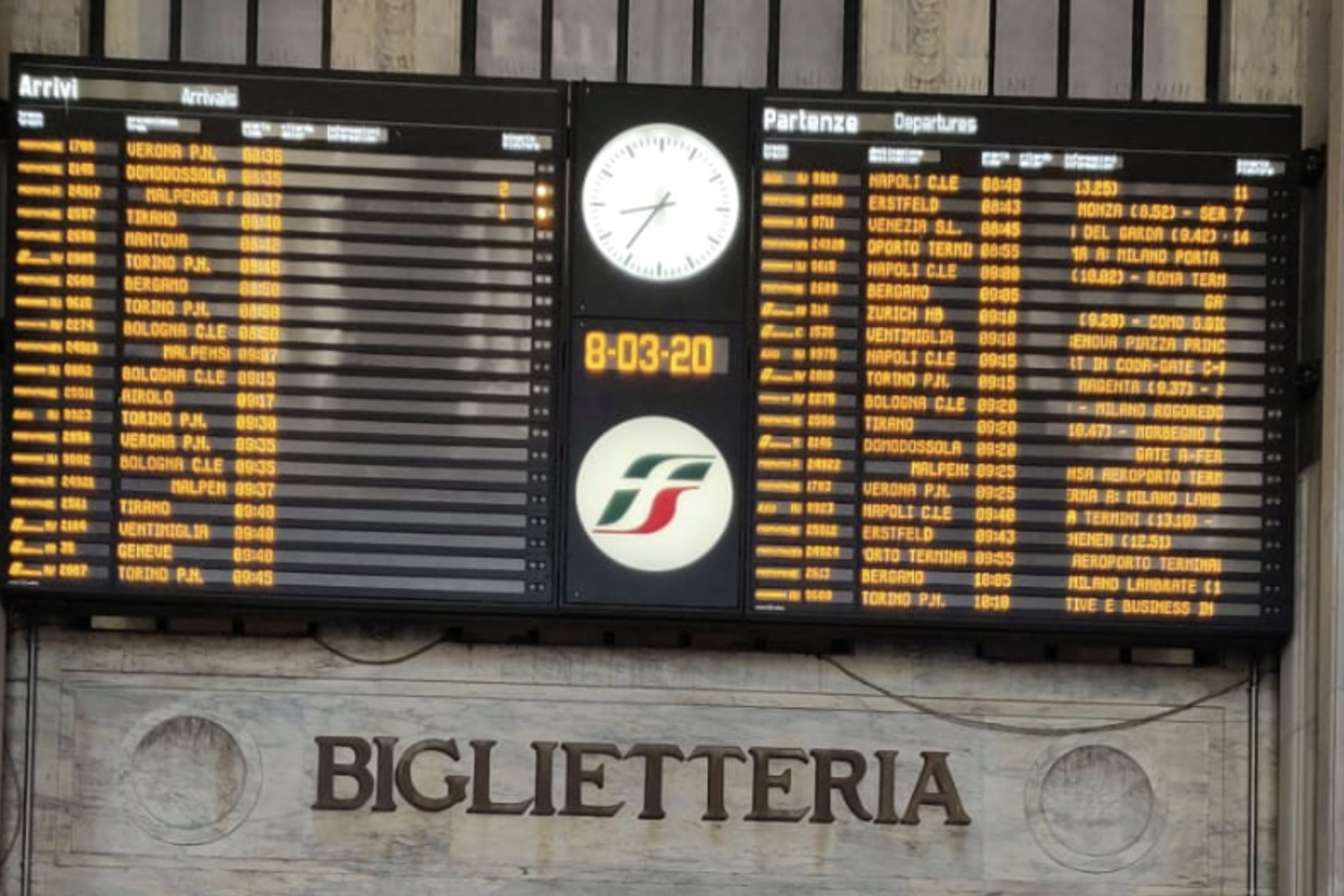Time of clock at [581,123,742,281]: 8:36
